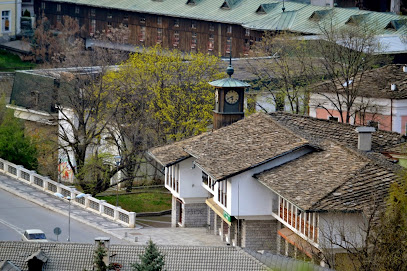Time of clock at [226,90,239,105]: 5:41
